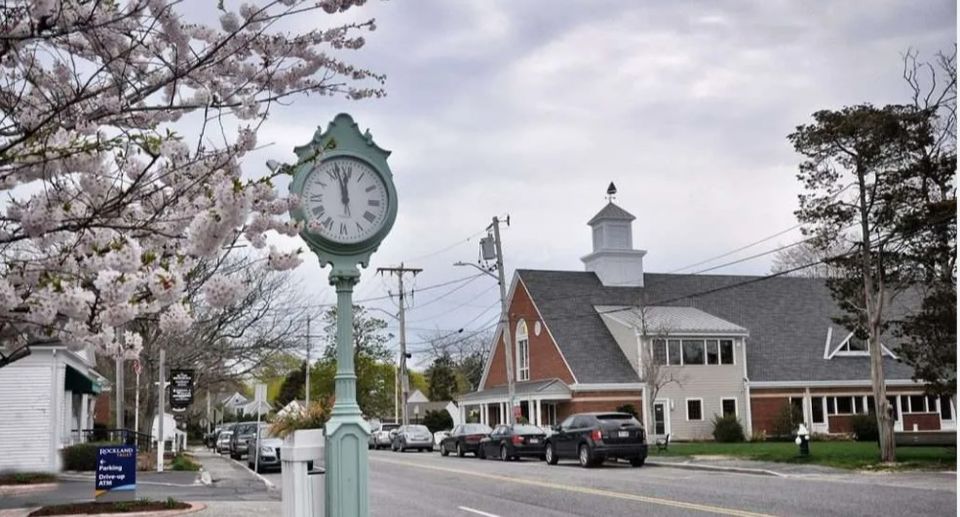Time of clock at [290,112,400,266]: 11:57
